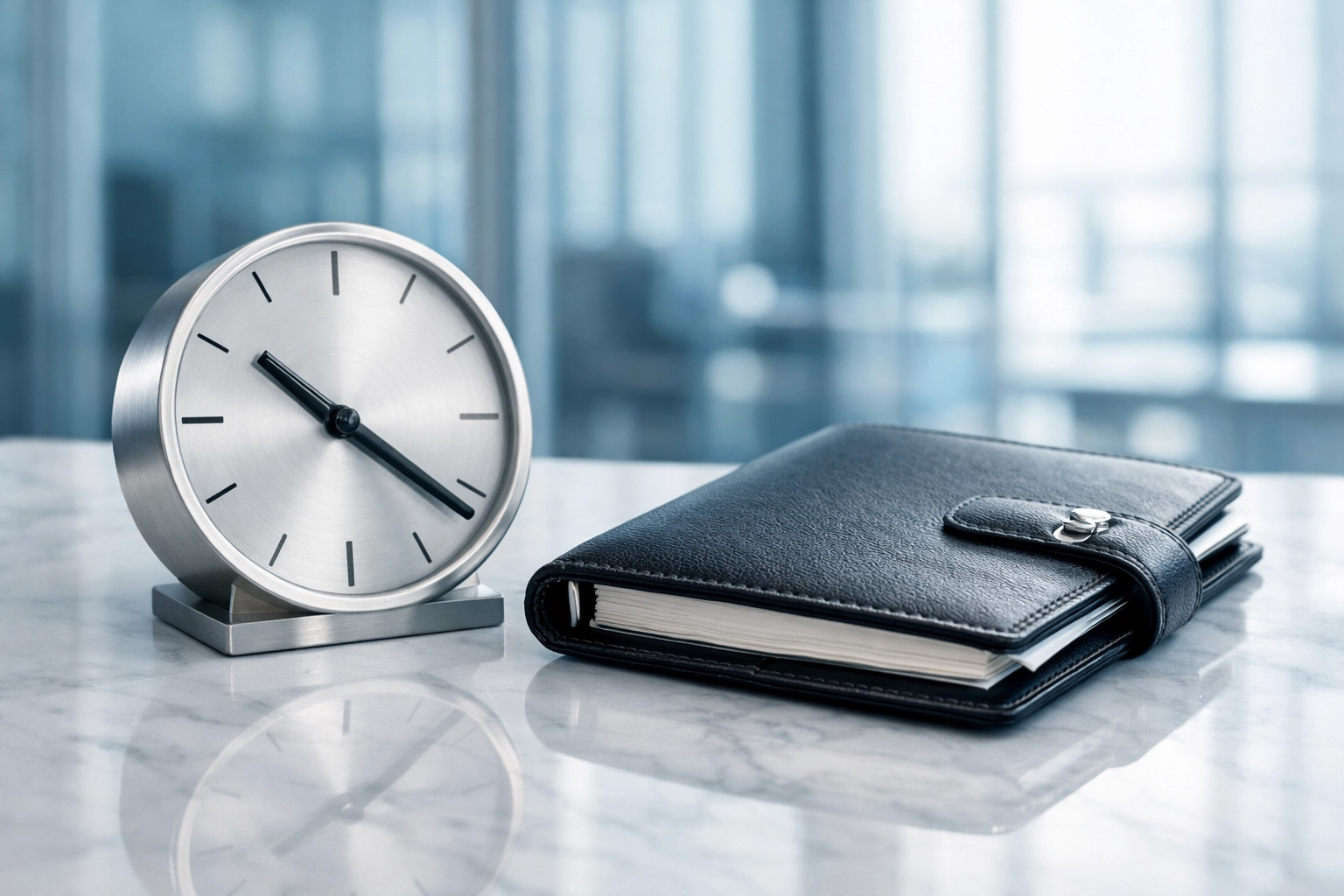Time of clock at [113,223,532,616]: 10:21
